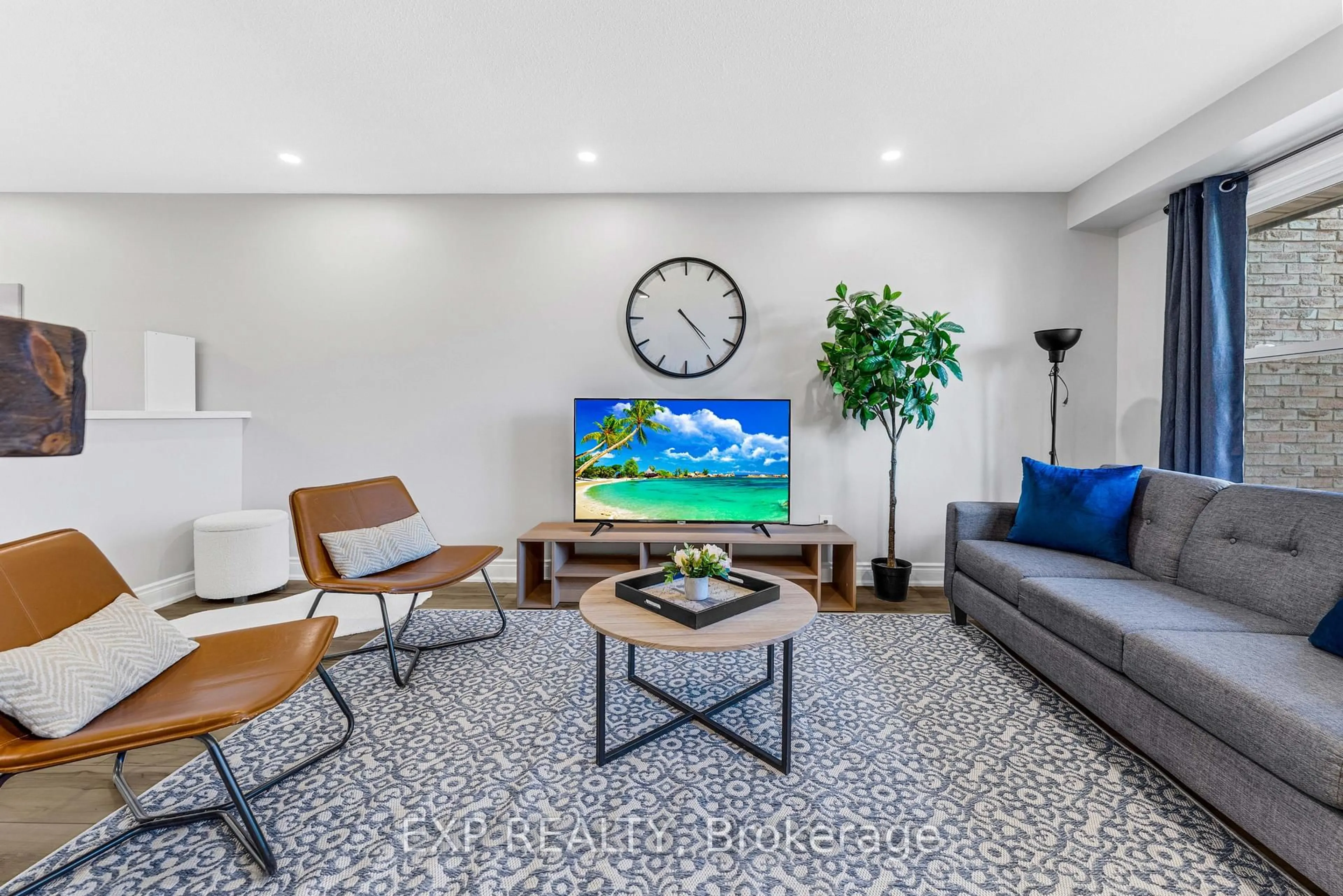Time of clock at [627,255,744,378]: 4:23
